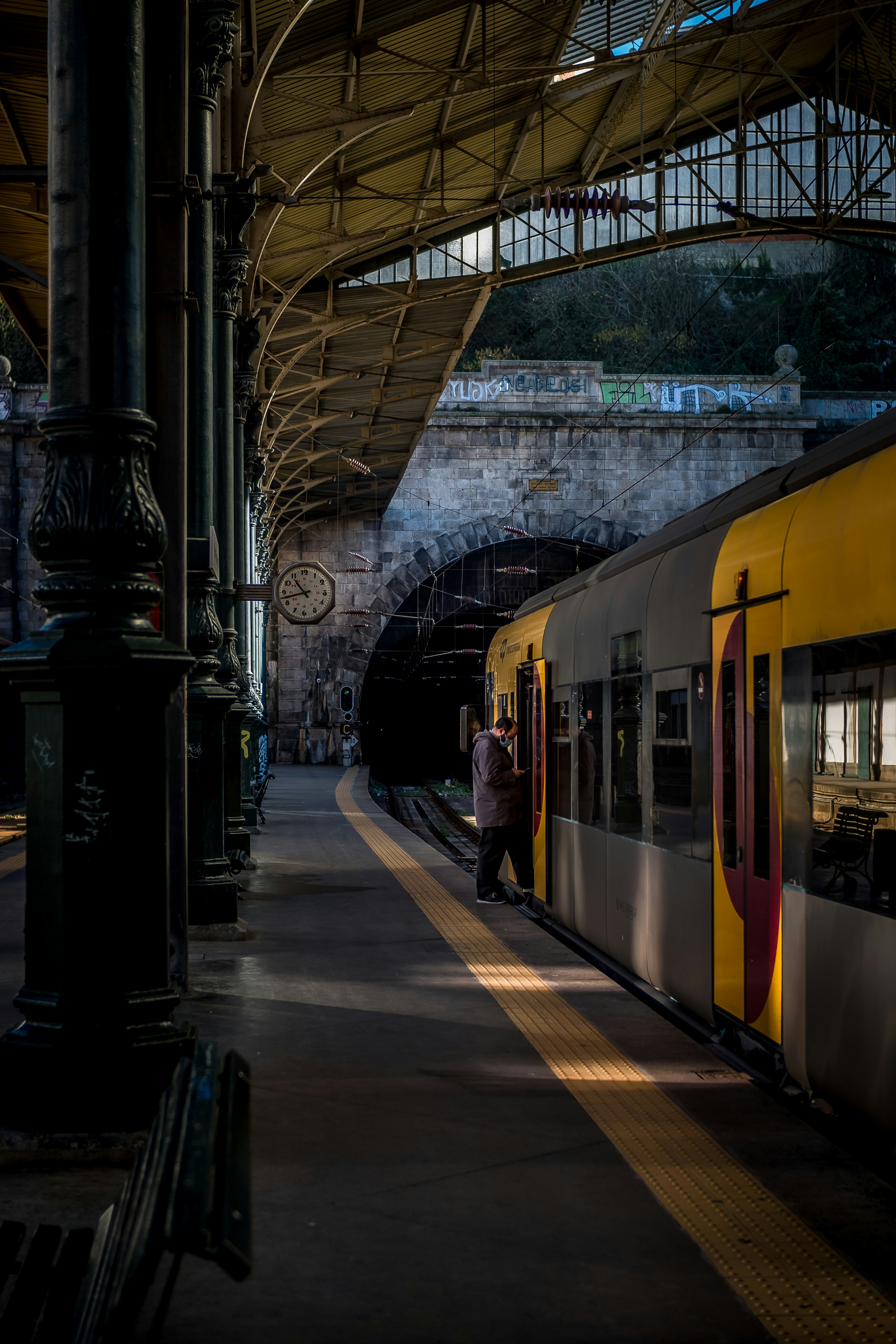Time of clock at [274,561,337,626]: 10:42
